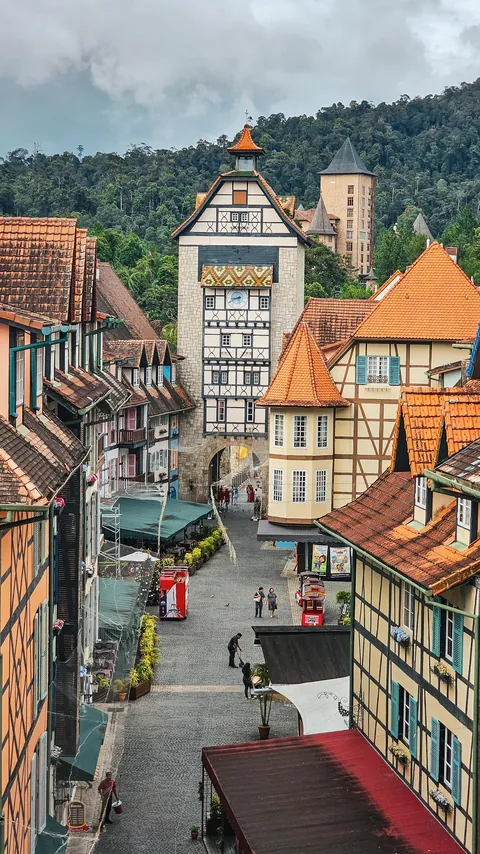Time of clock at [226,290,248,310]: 8:40
